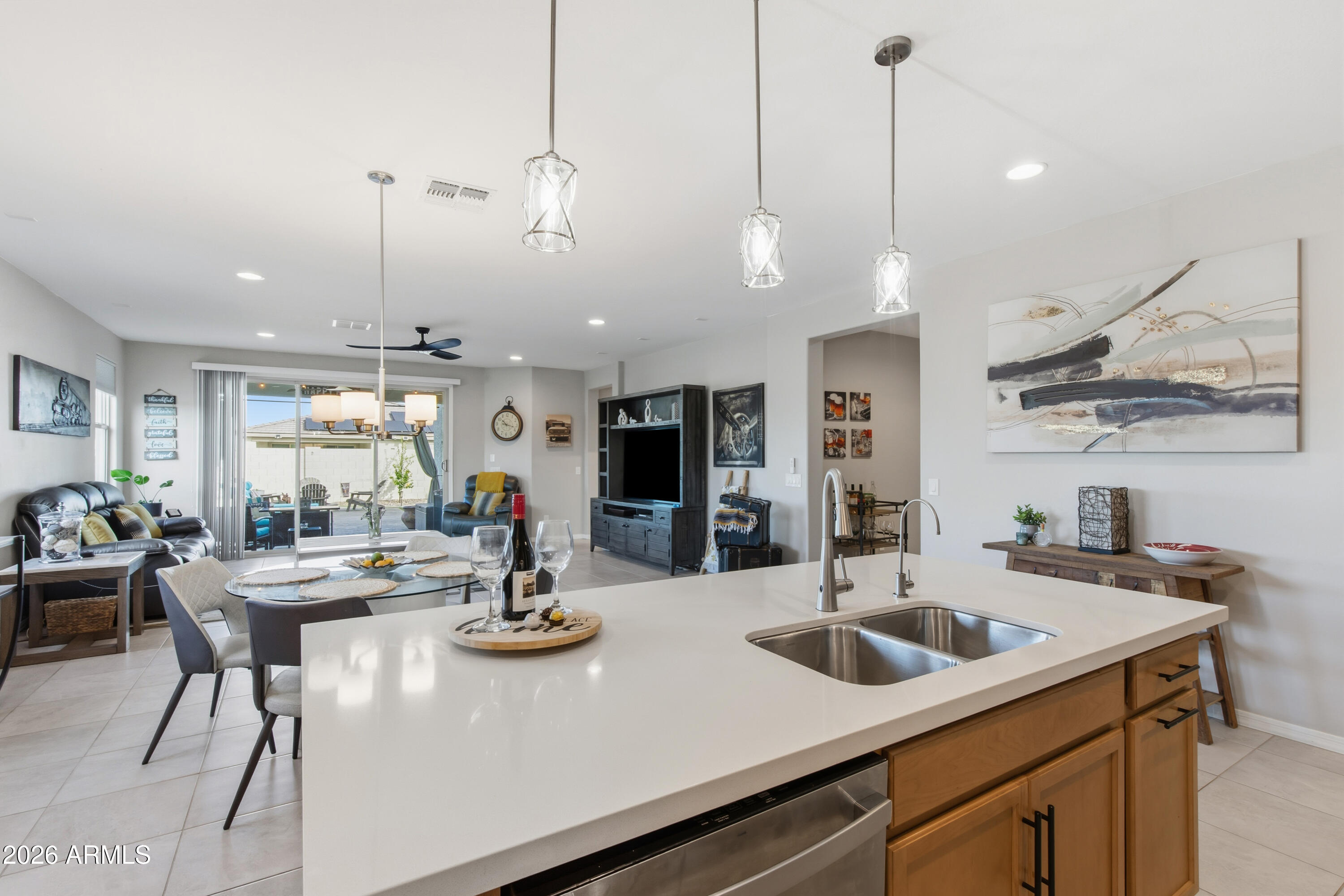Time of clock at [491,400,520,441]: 10:17
